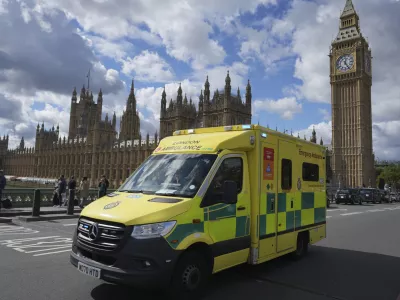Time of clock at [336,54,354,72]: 12:24
